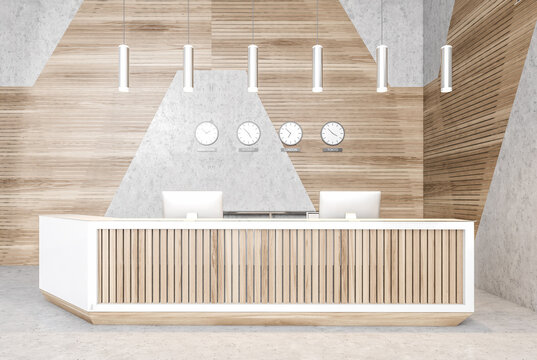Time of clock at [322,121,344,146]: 3:52
